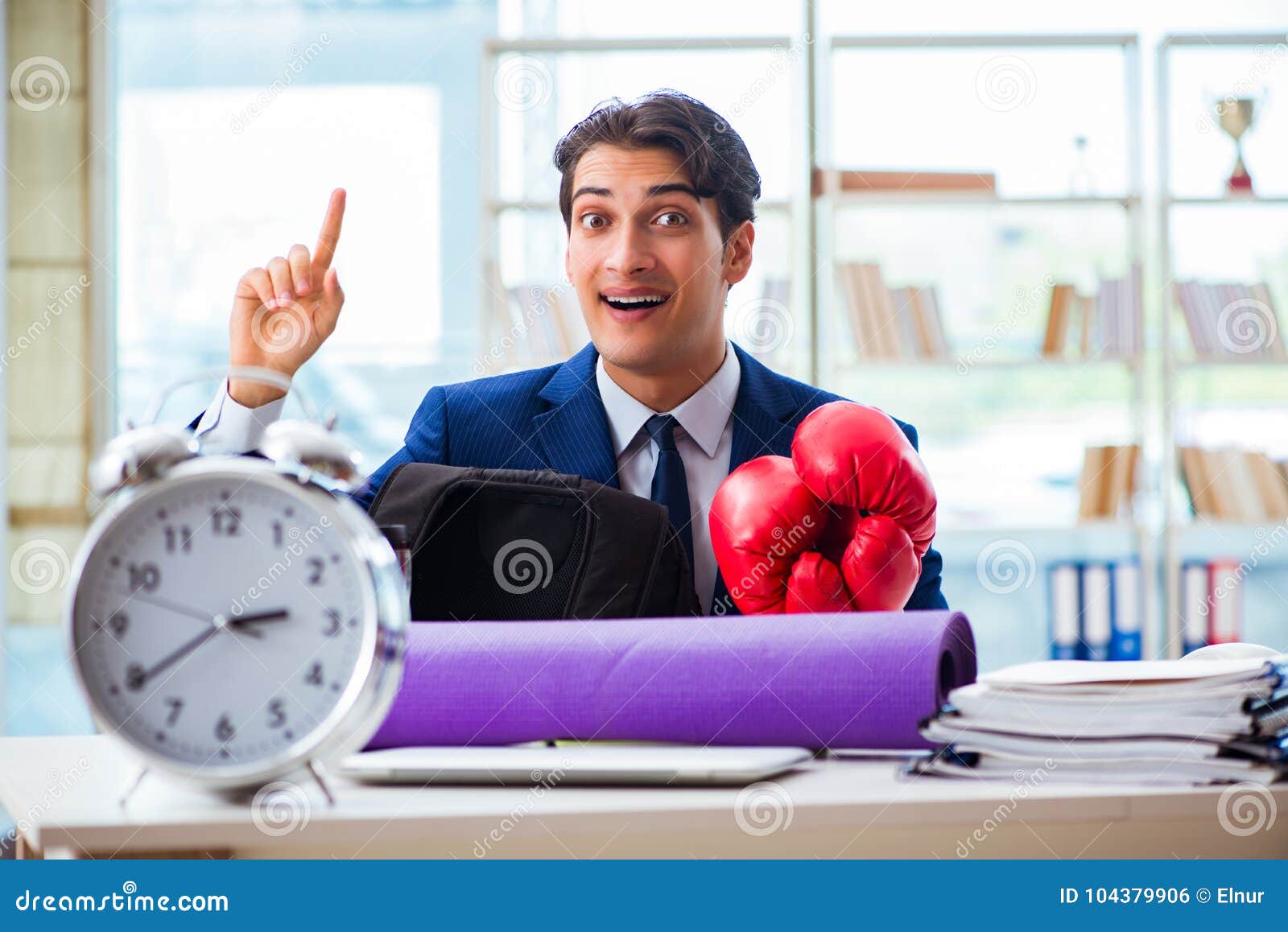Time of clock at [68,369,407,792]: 2:39
